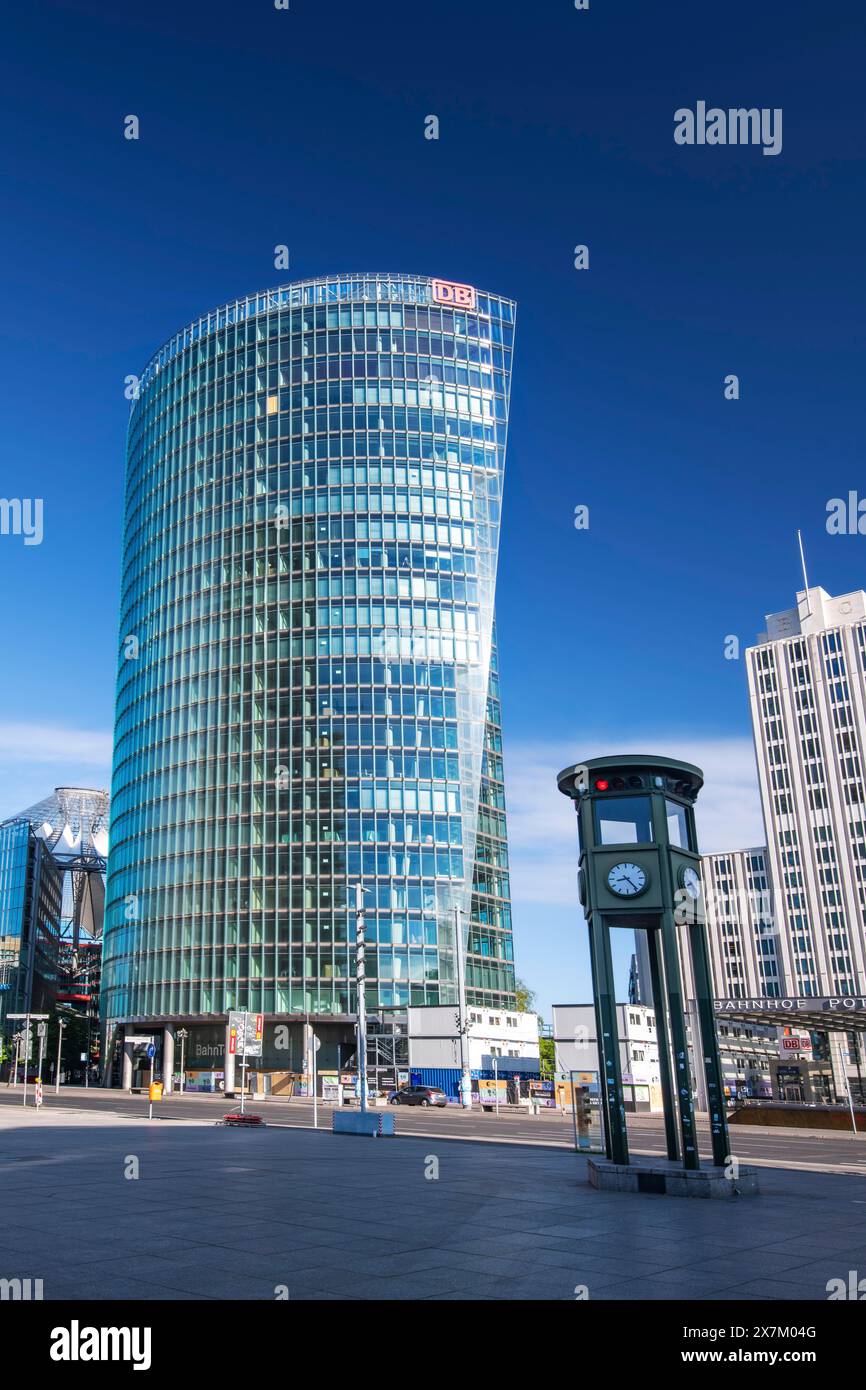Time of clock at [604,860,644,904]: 8:23
